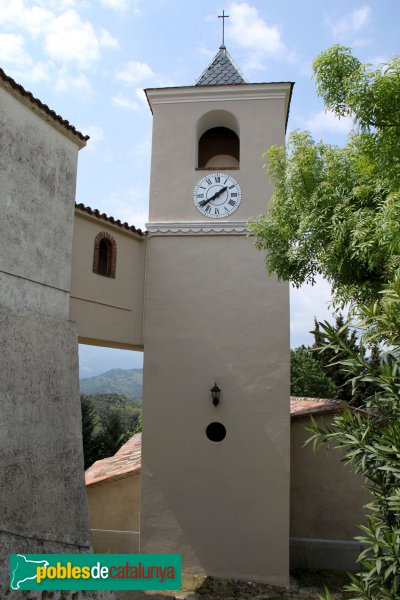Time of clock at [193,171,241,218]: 1:38
